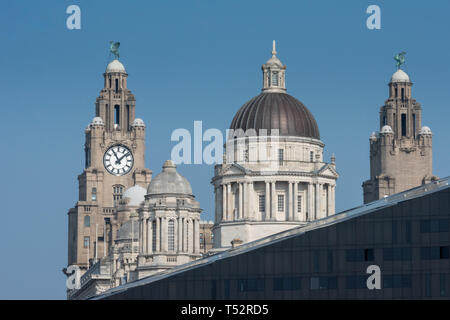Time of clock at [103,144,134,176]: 11:07
